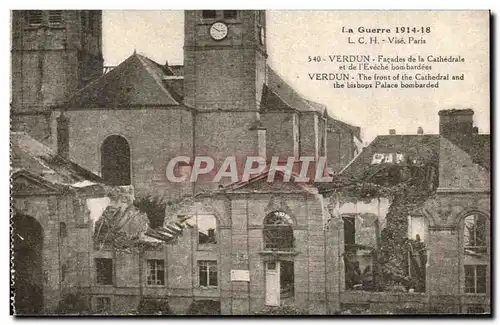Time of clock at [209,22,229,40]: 2:50
